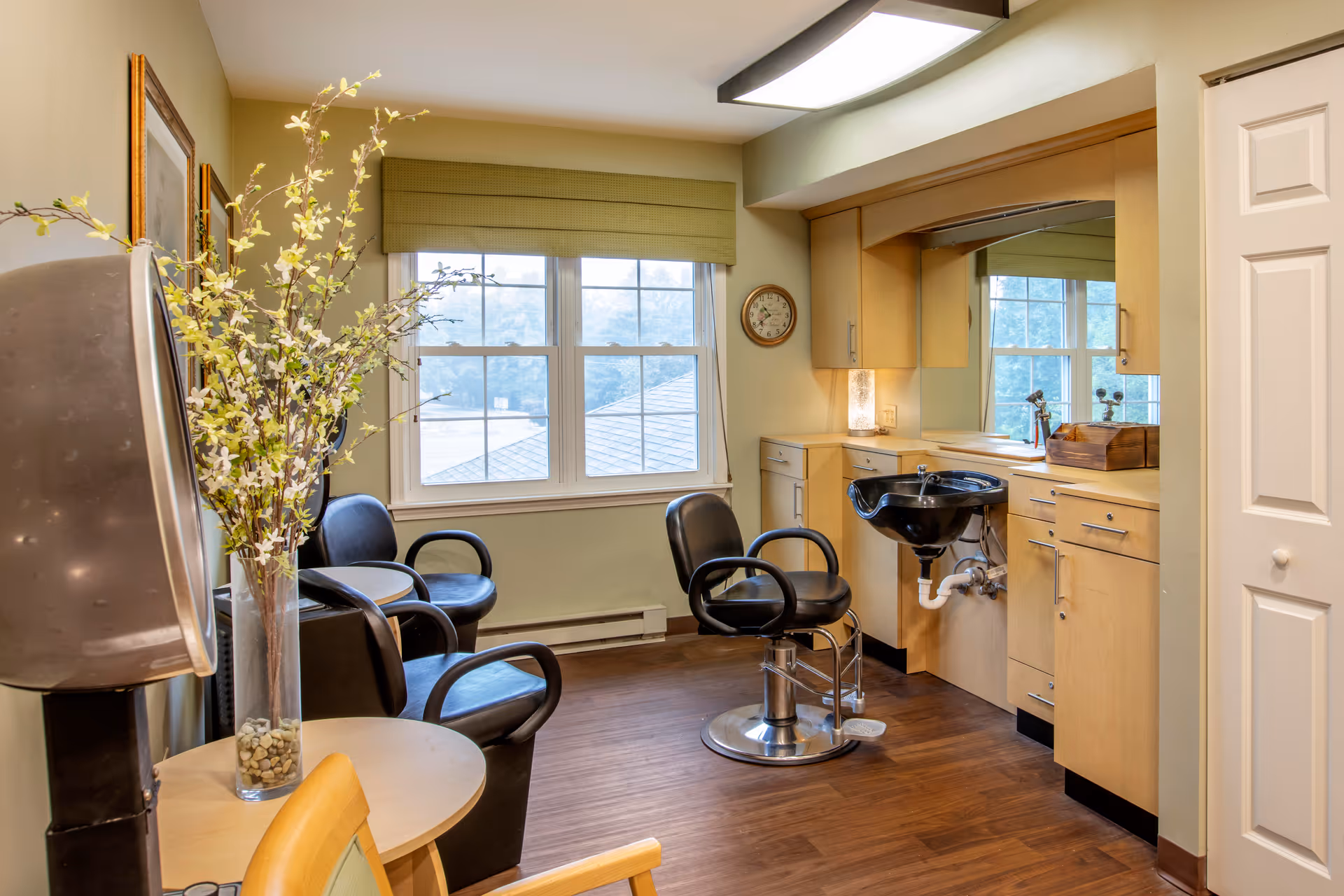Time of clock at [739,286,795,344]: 10:38
